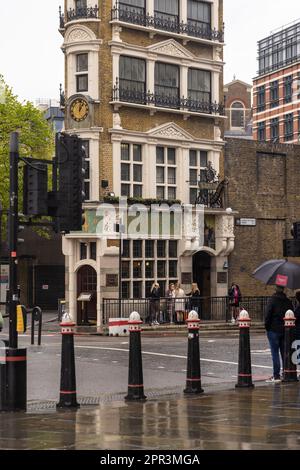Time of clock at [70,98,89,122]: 1:01
